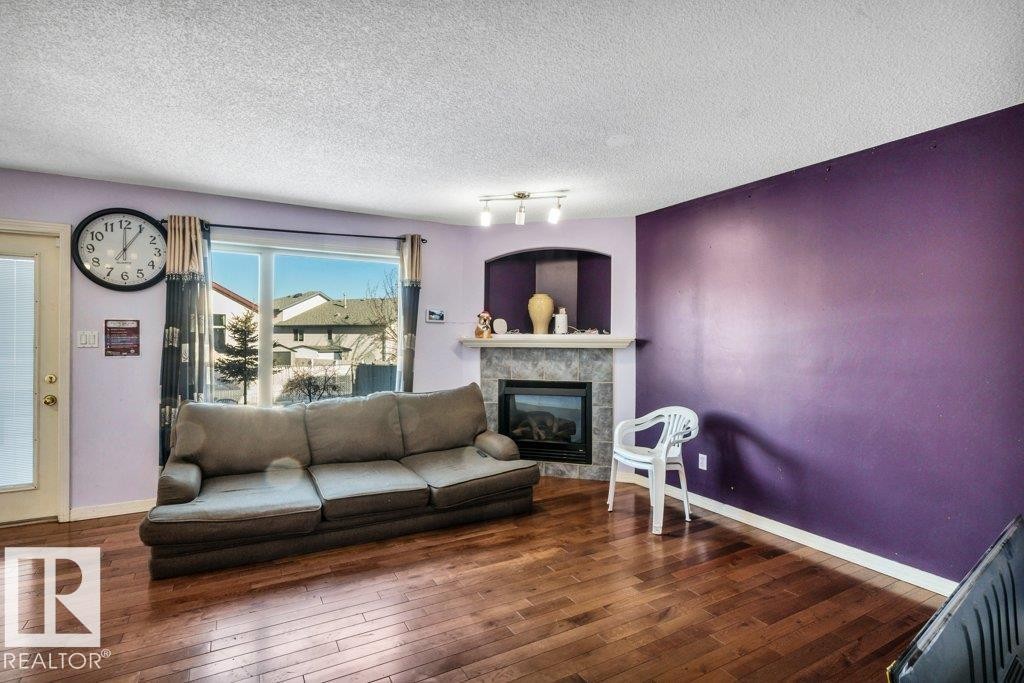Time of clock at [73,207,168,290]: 12:05
